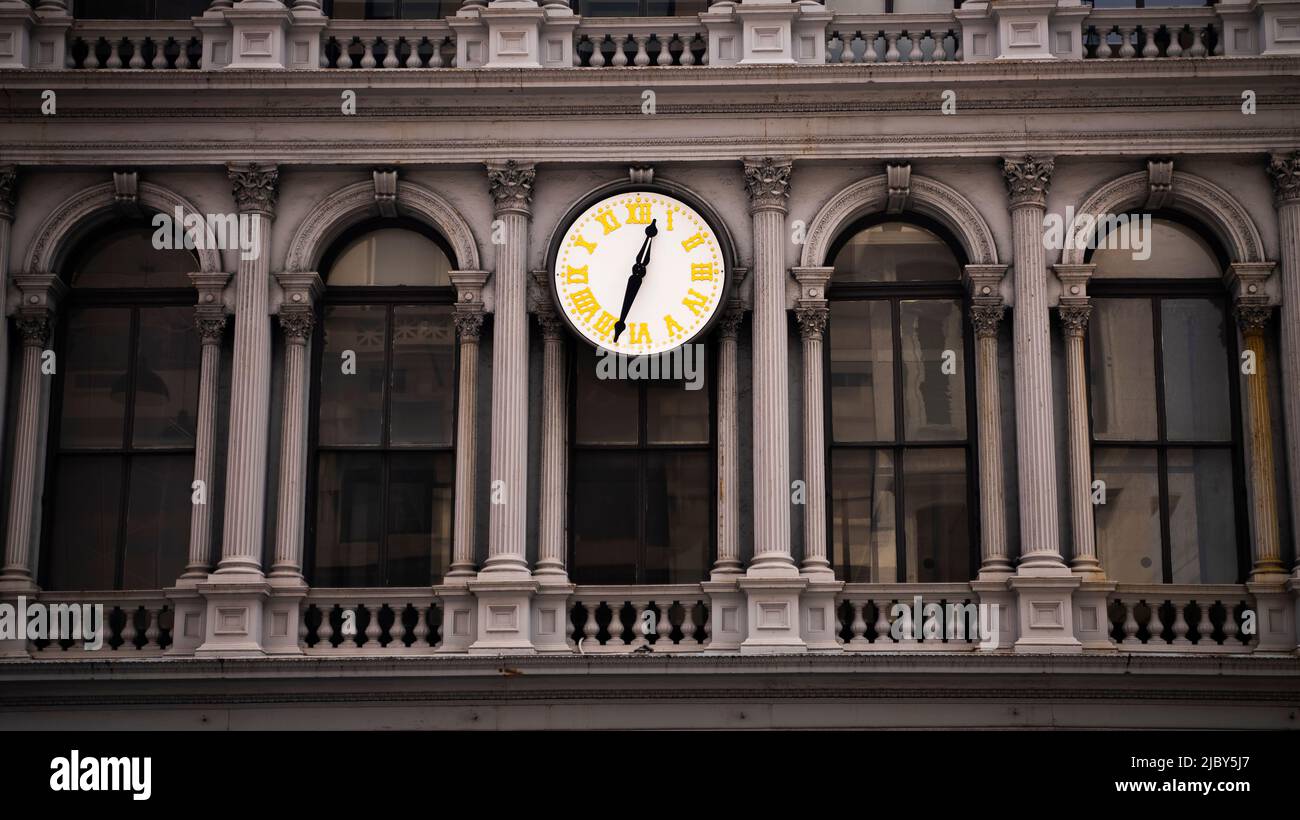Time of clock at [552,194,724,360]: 12:32
